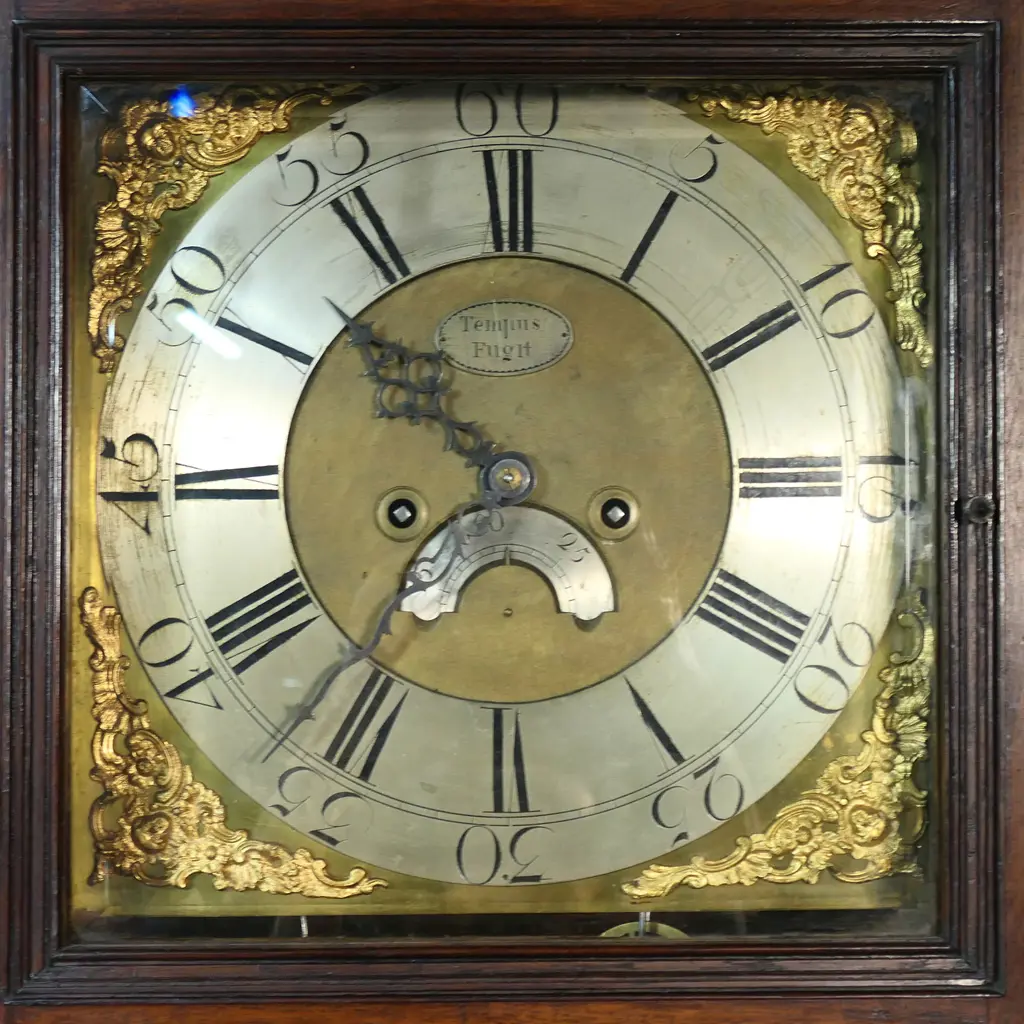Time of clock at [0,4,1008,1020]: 10:36
